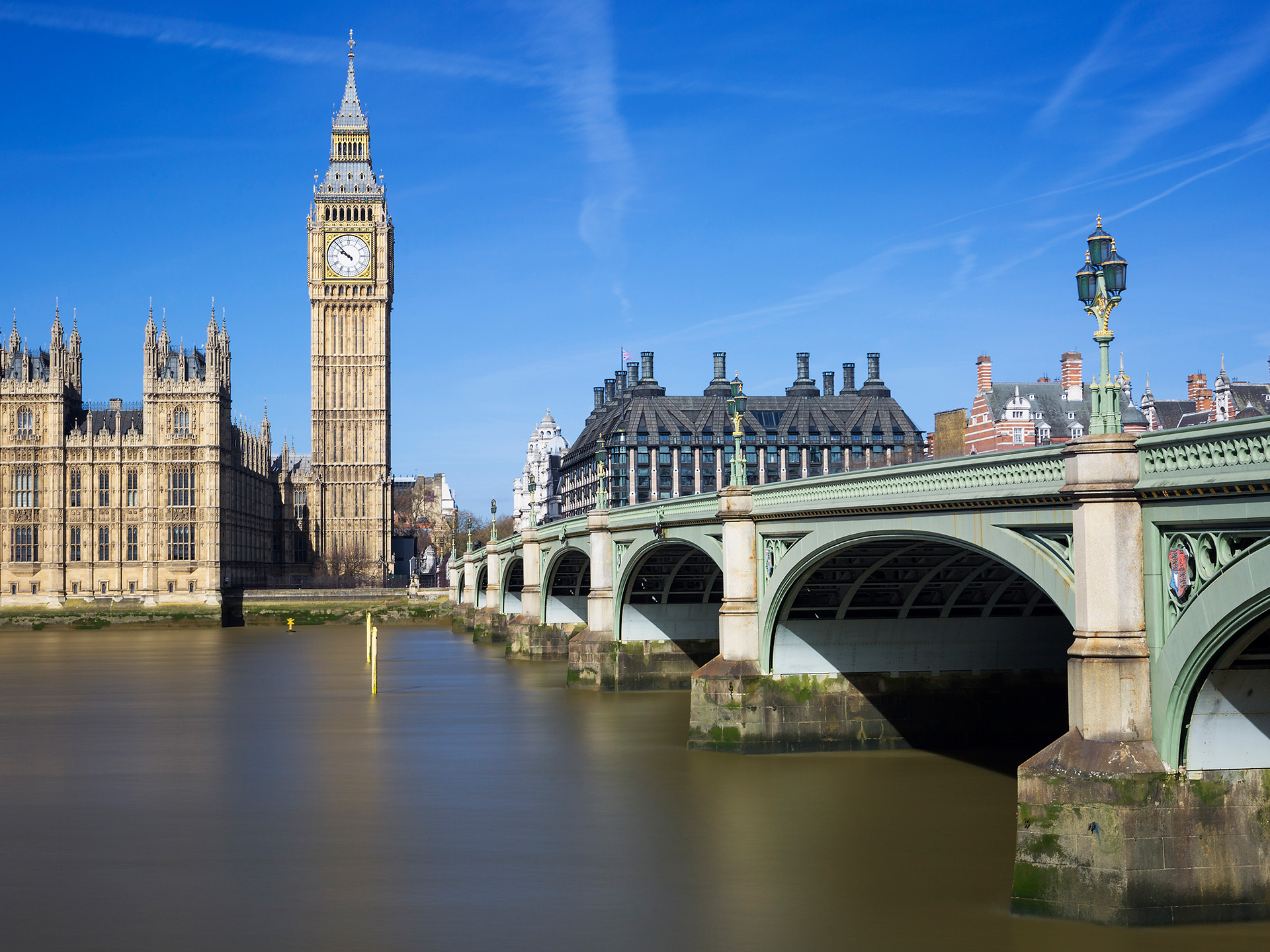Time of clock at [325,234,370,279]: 9:52
